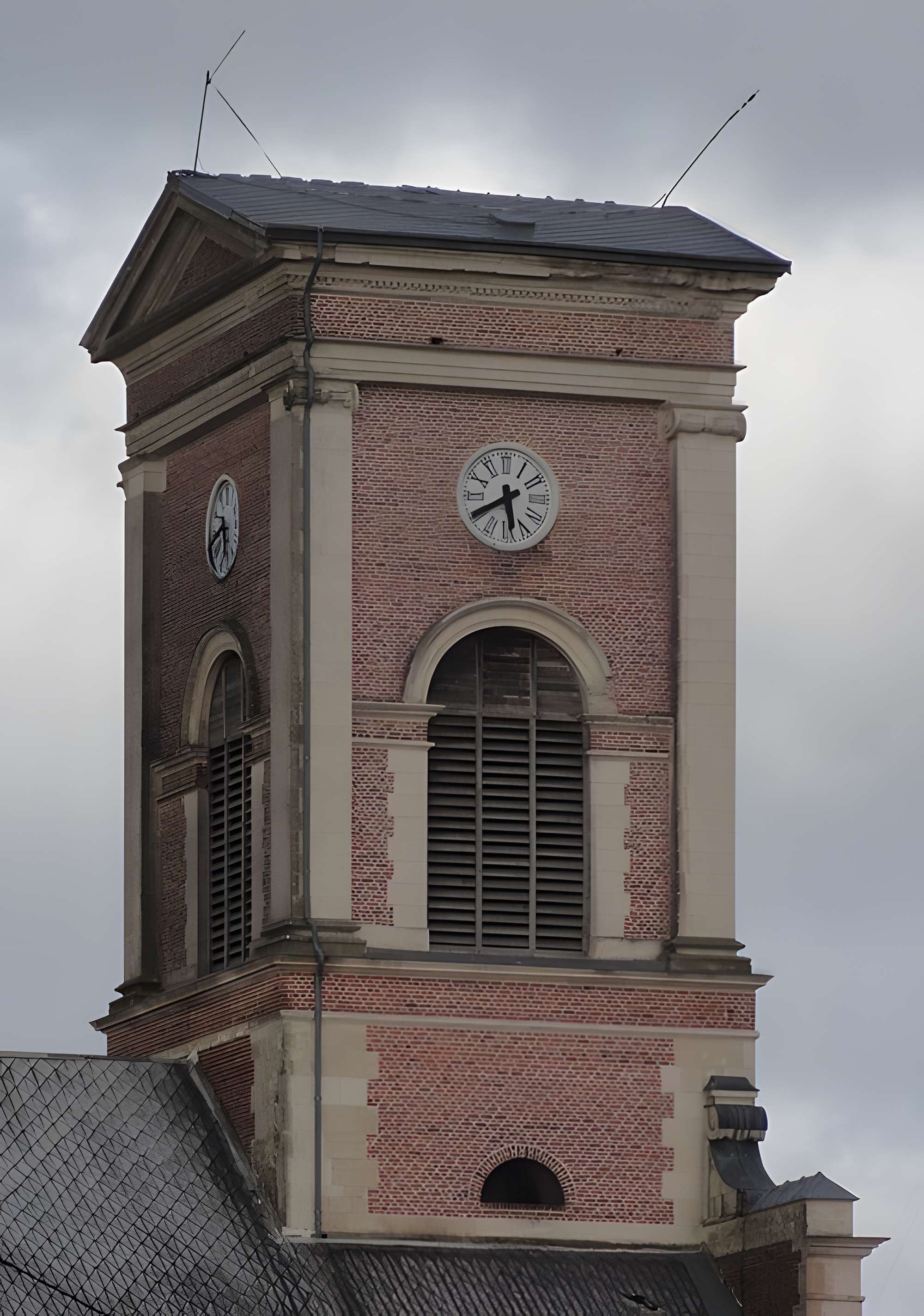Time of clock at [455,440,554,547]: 5:40
